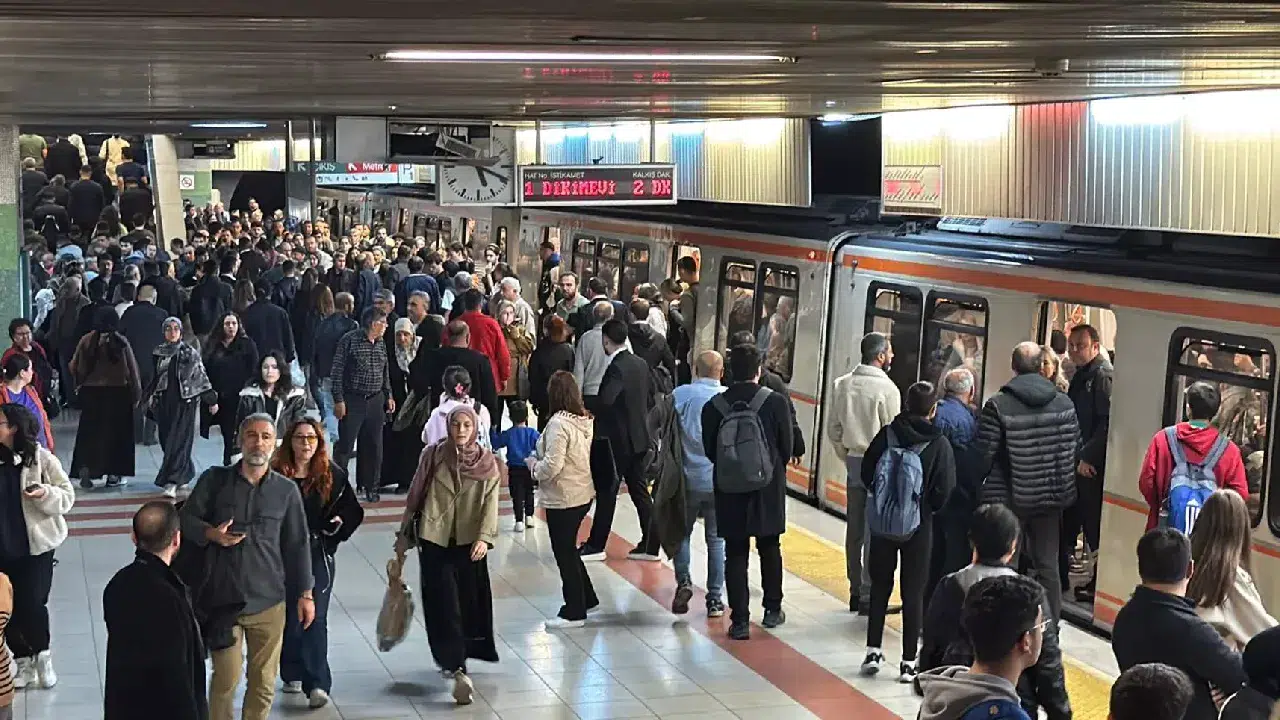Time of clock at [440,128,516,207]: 5:18
